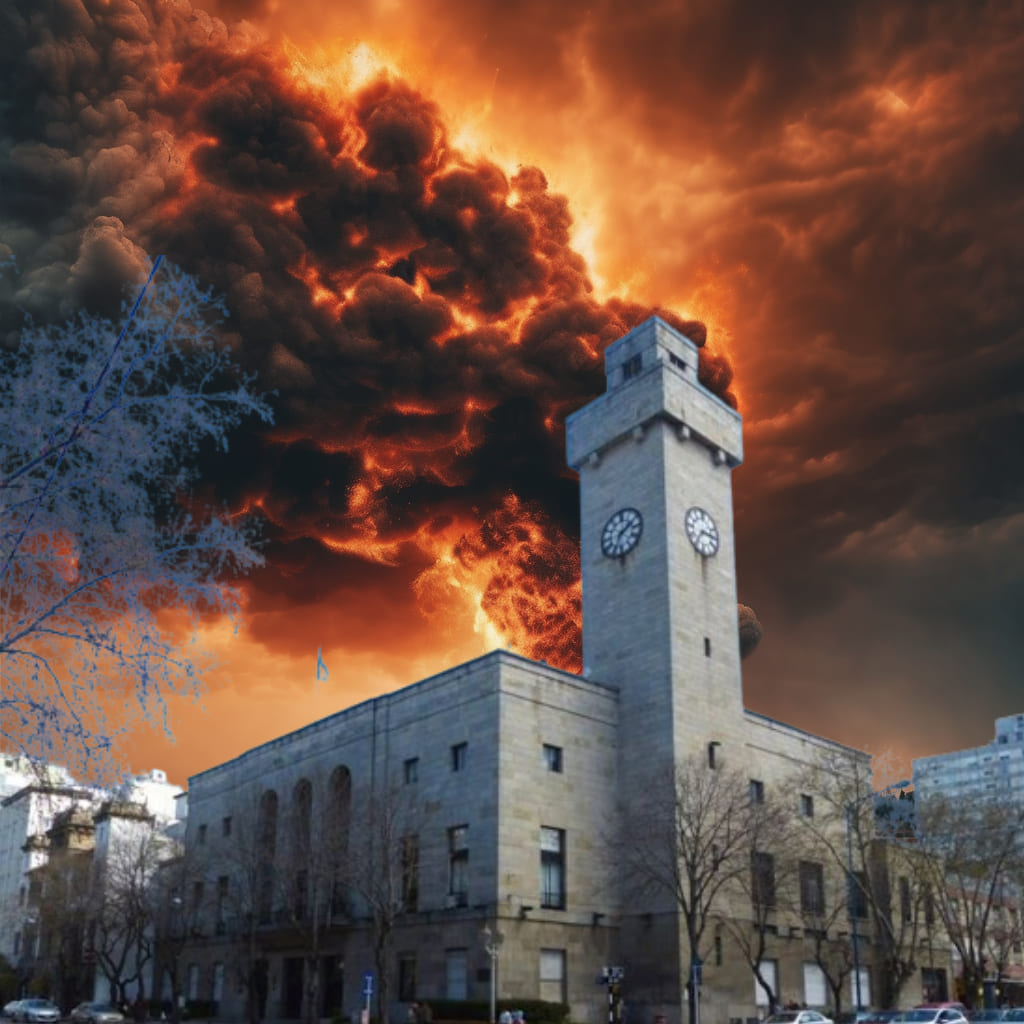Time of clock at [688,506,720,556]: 7:15
